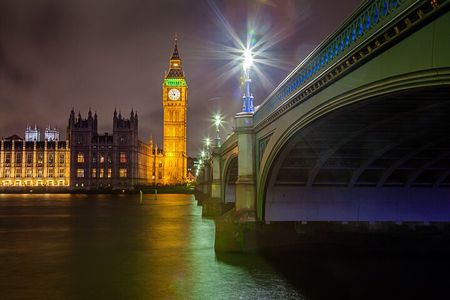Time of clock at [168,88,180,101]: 8:57
